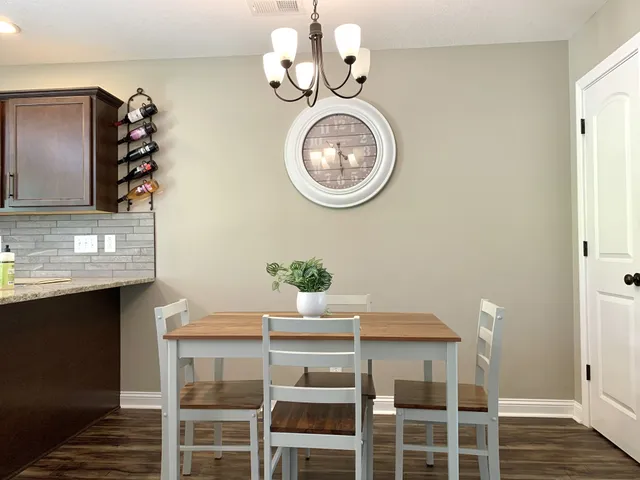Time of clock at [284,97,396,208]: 4:29
